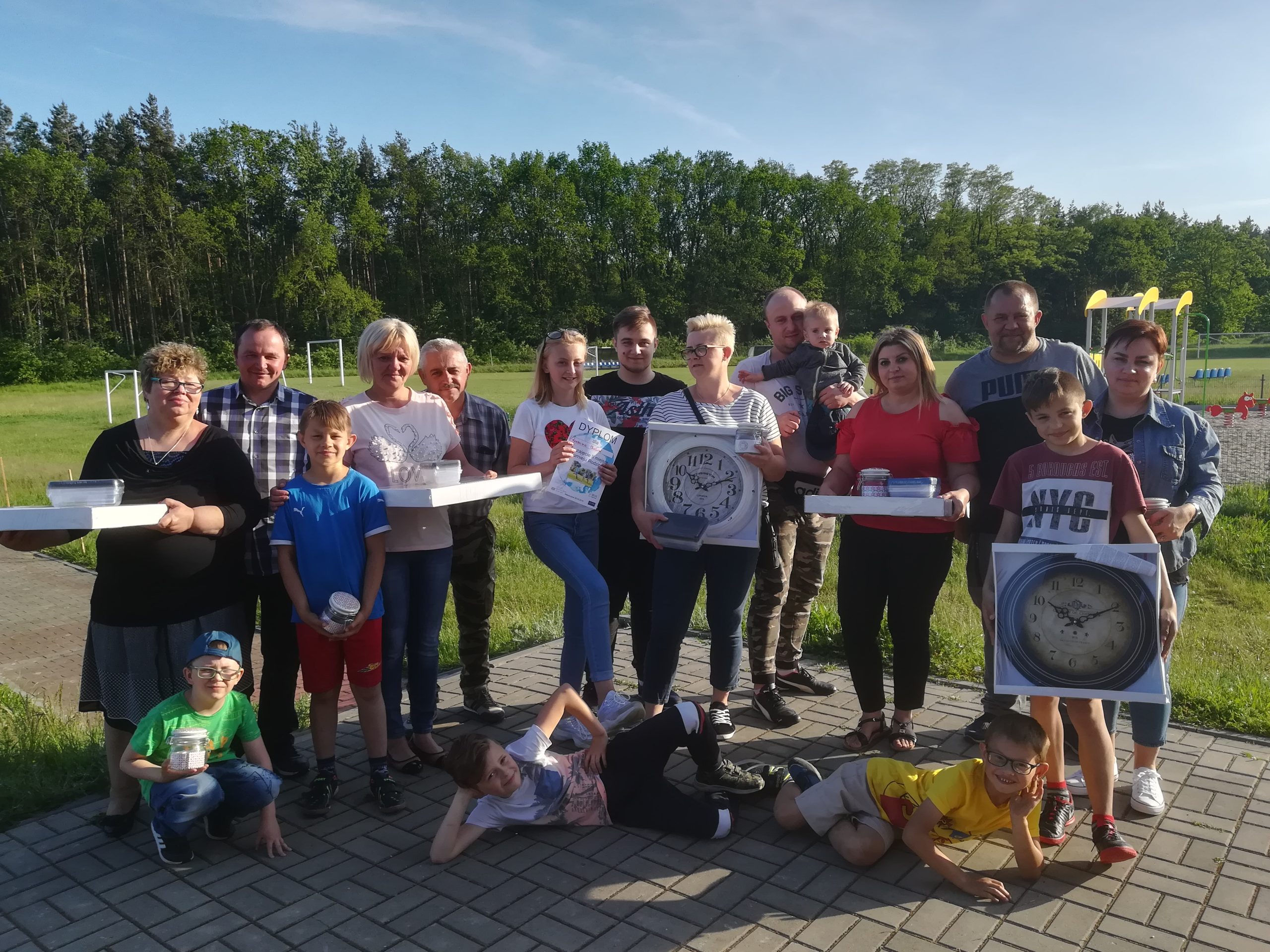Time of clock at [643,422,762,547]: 10:11
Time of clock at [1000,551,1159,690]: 10:10
